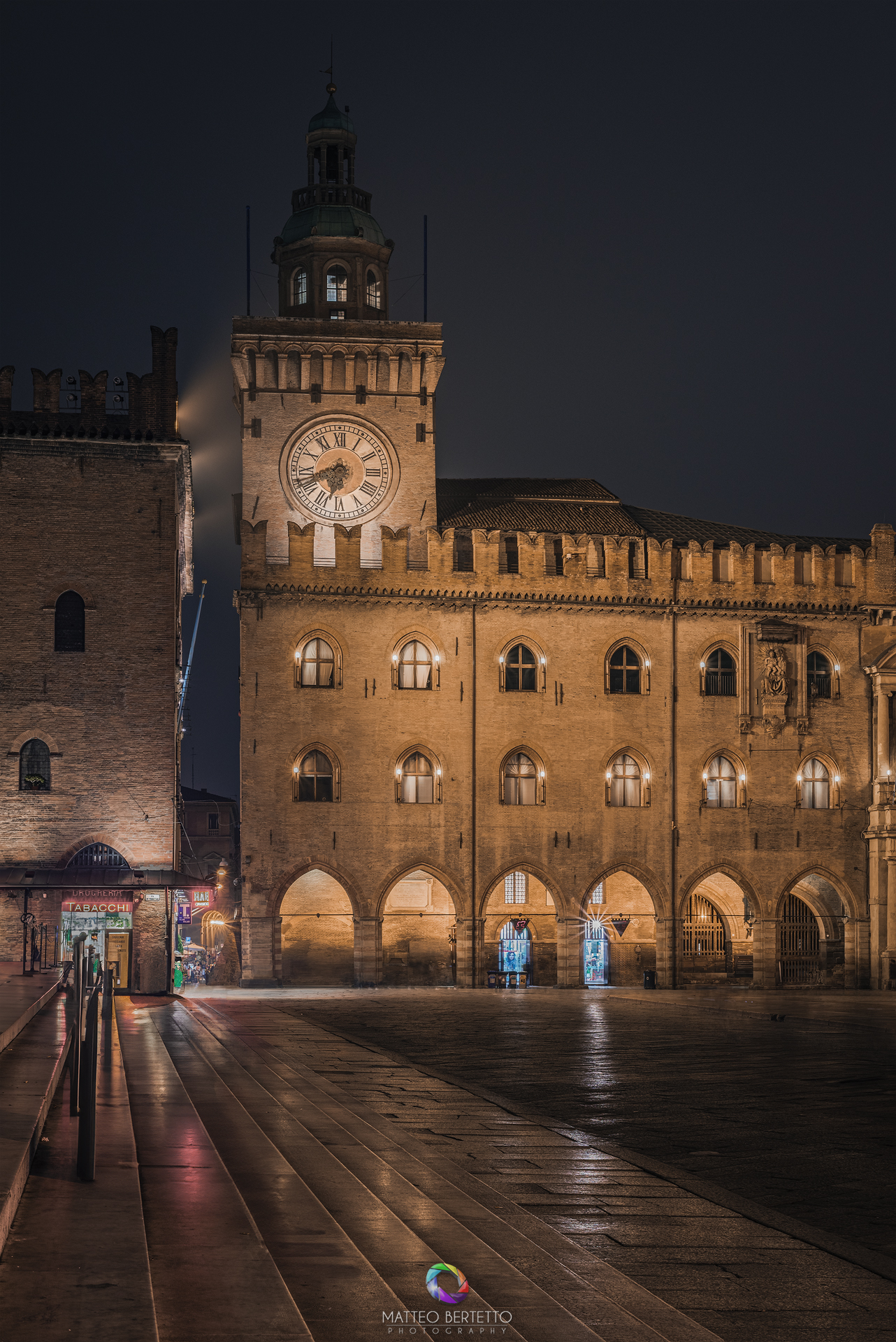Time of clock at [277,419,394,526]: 6:42
